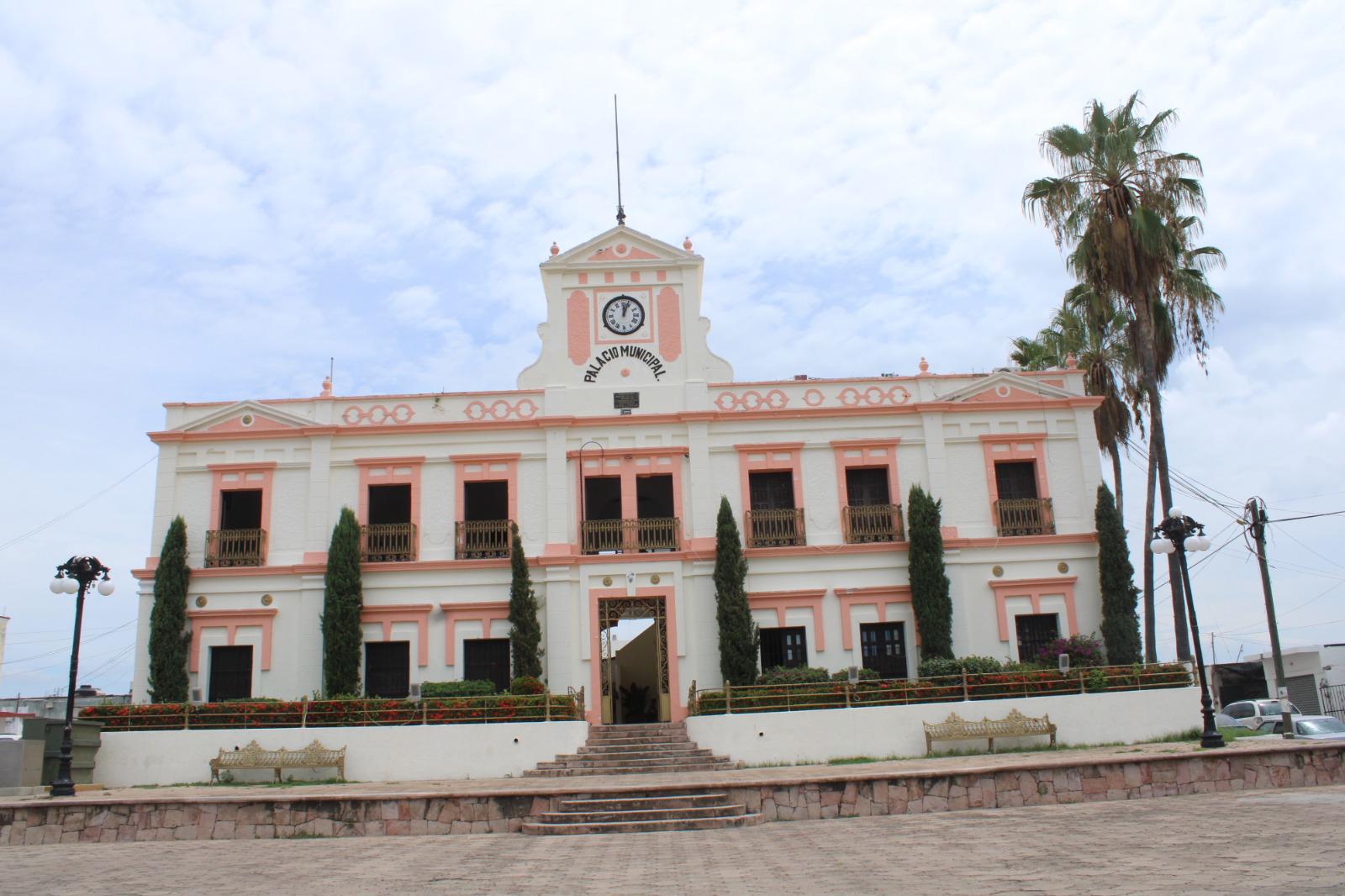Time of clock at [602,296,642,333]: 12:03
